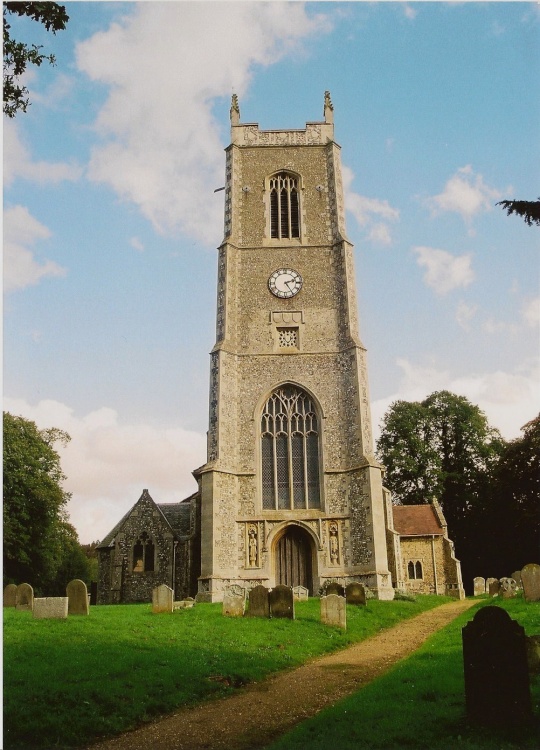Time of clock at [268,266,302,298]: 2:24
